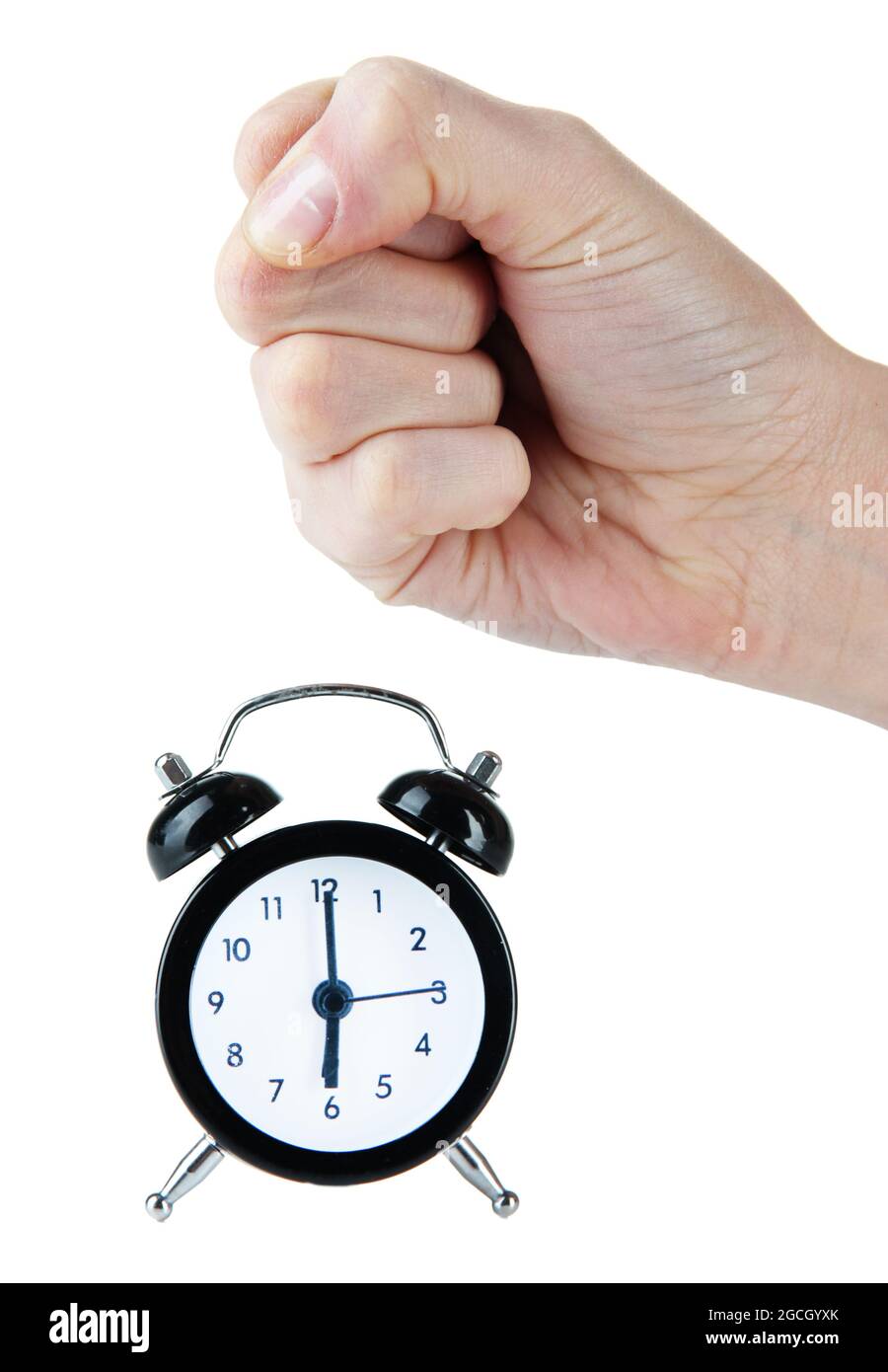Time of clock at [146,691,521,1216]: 6:00
